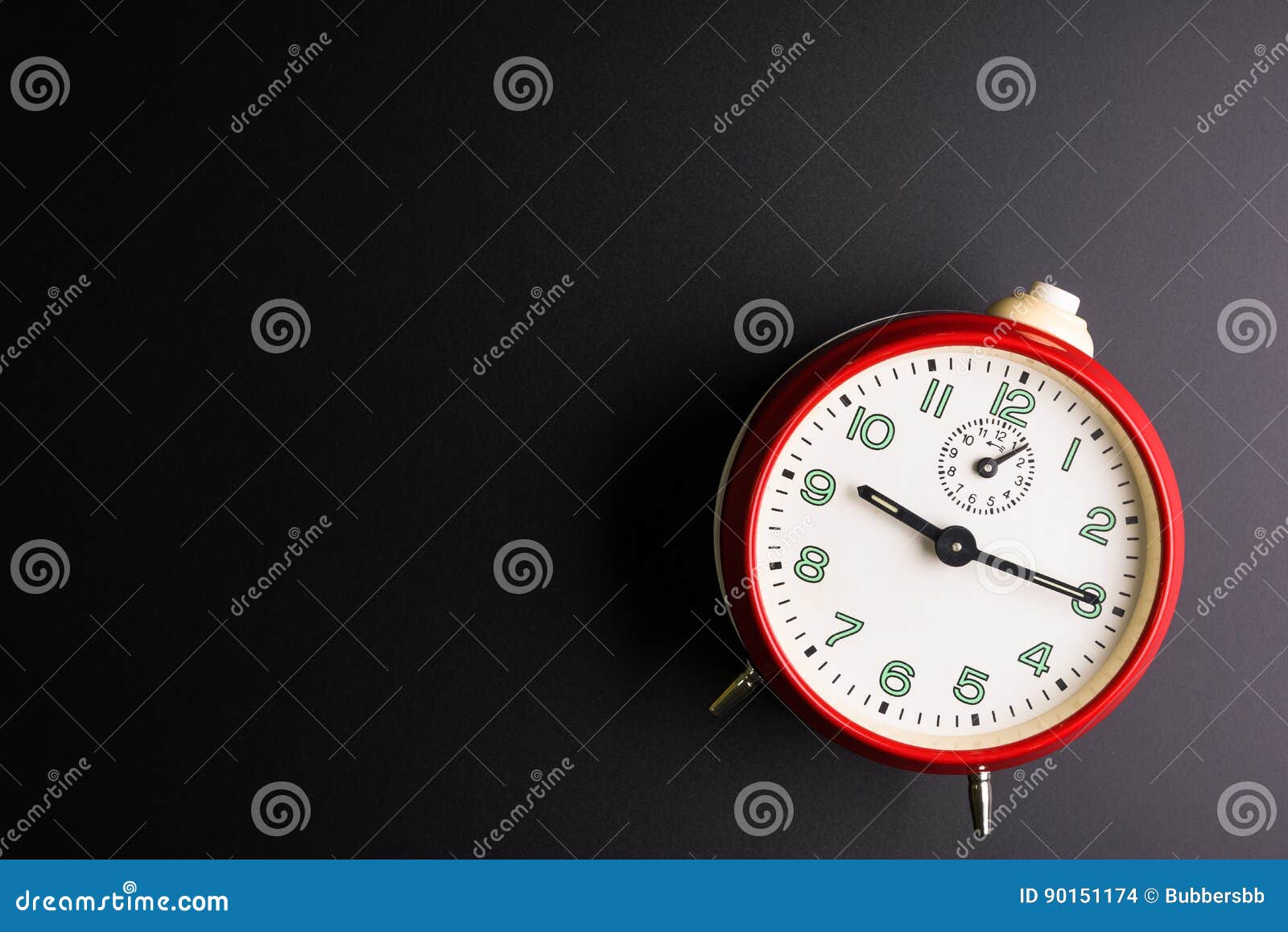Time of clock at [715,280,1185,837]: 10:19
